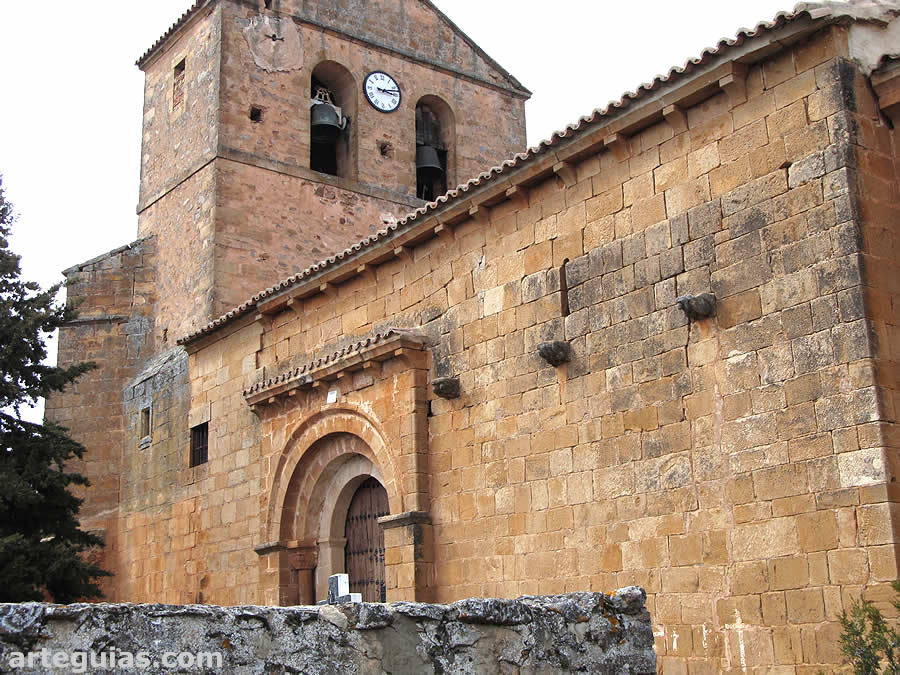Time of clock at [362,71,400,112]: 3:12
